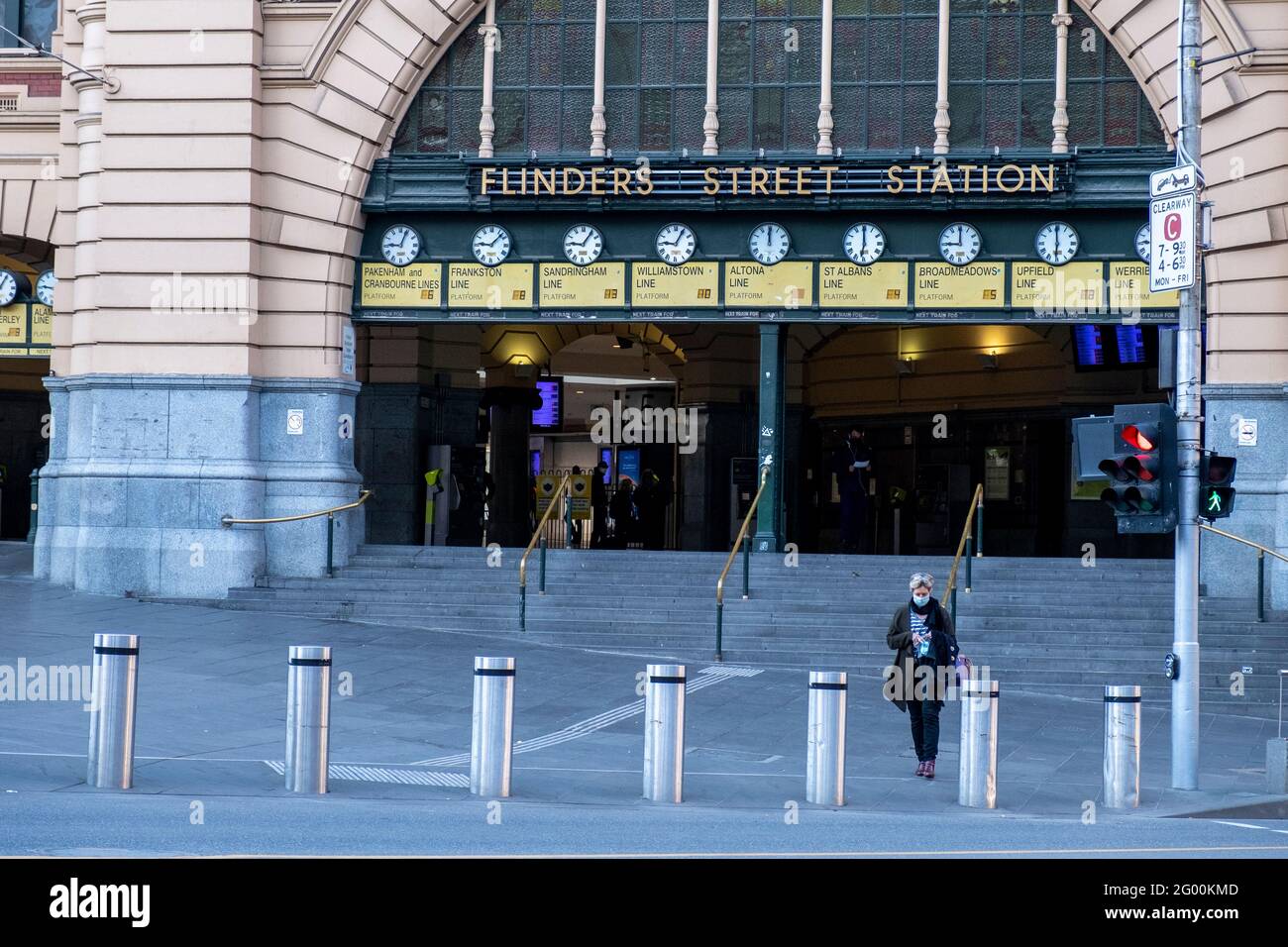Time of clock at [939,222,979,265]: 9:00
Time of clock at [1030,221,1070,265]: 5:59
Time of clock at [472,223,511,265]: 9:07
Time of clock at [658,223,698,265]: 9:05
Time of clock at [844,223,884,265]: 5:59
